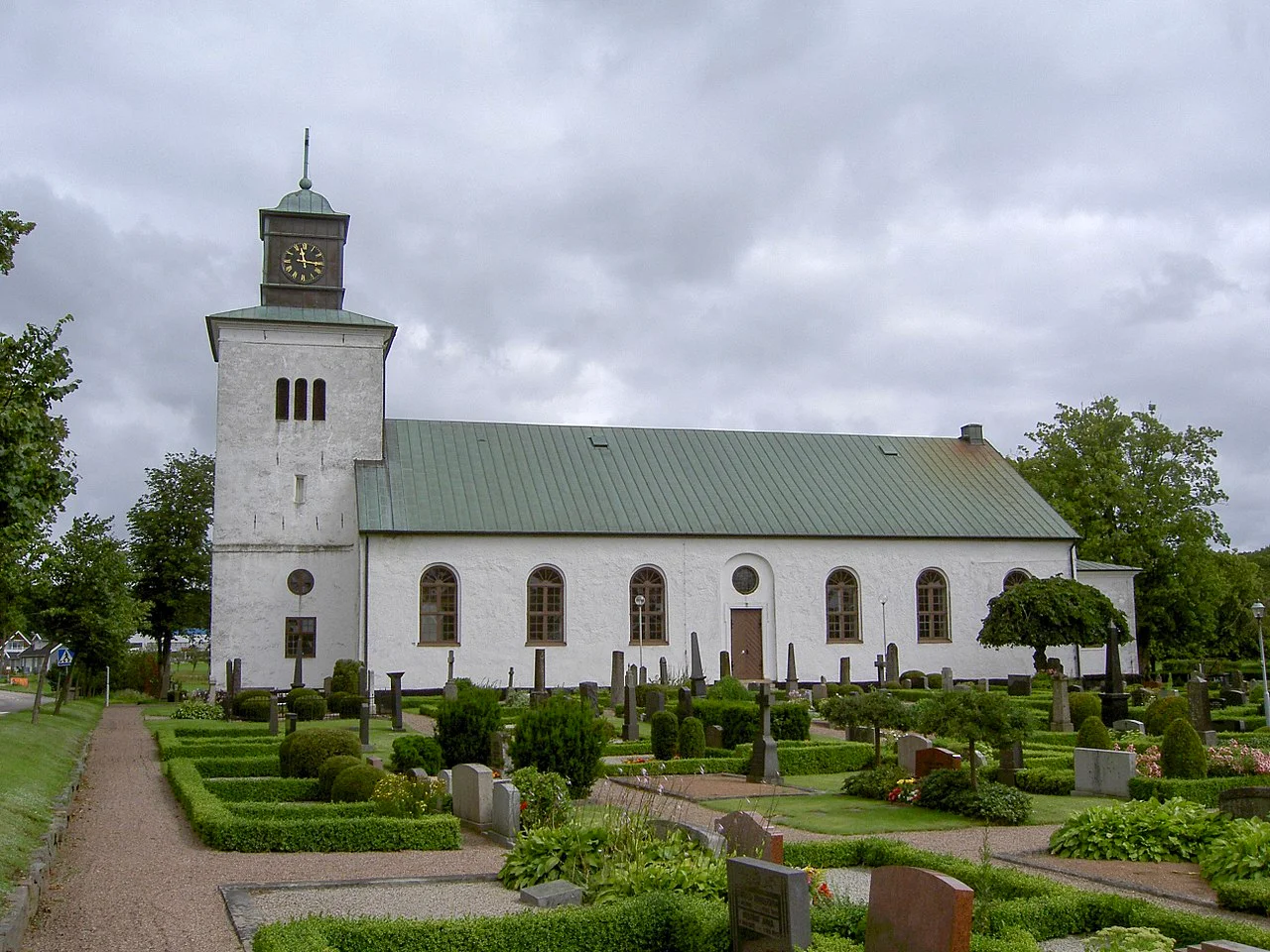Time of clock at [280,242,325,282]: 11:16
